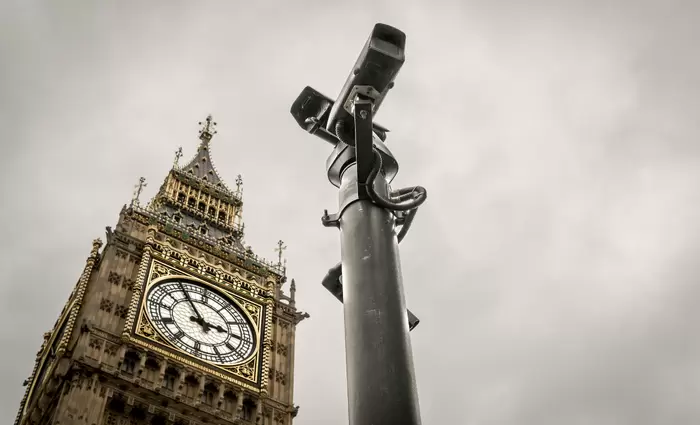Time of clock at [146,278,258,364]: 2:54
